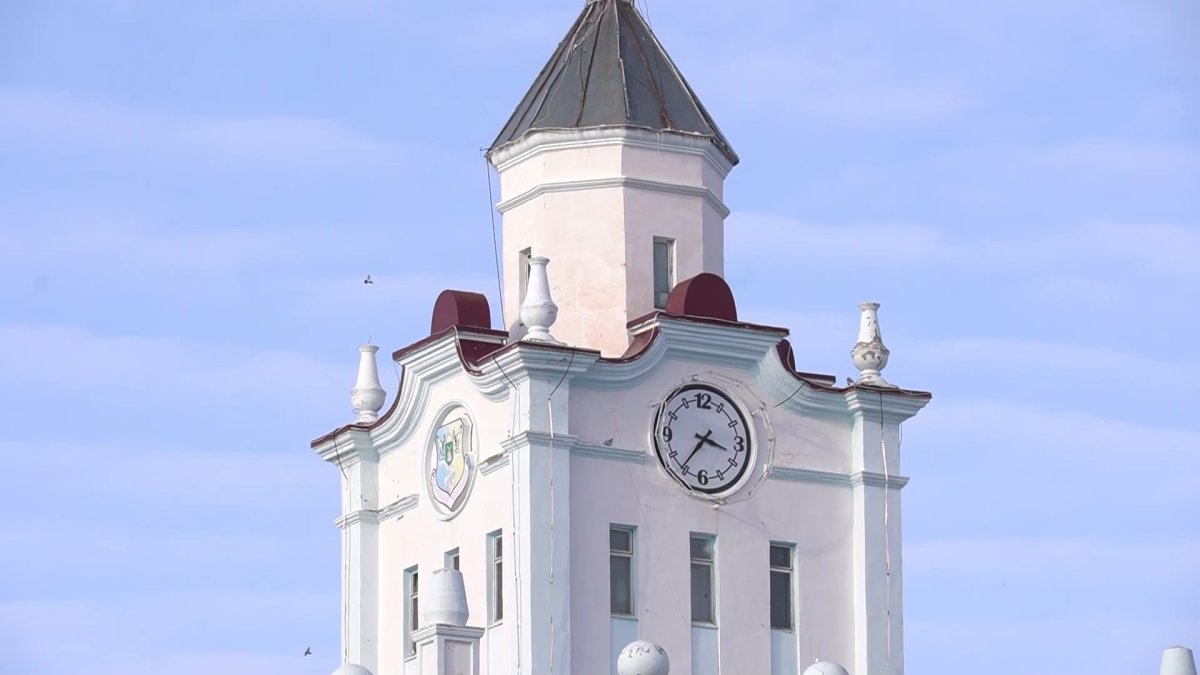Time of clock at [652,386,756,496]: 3:36
